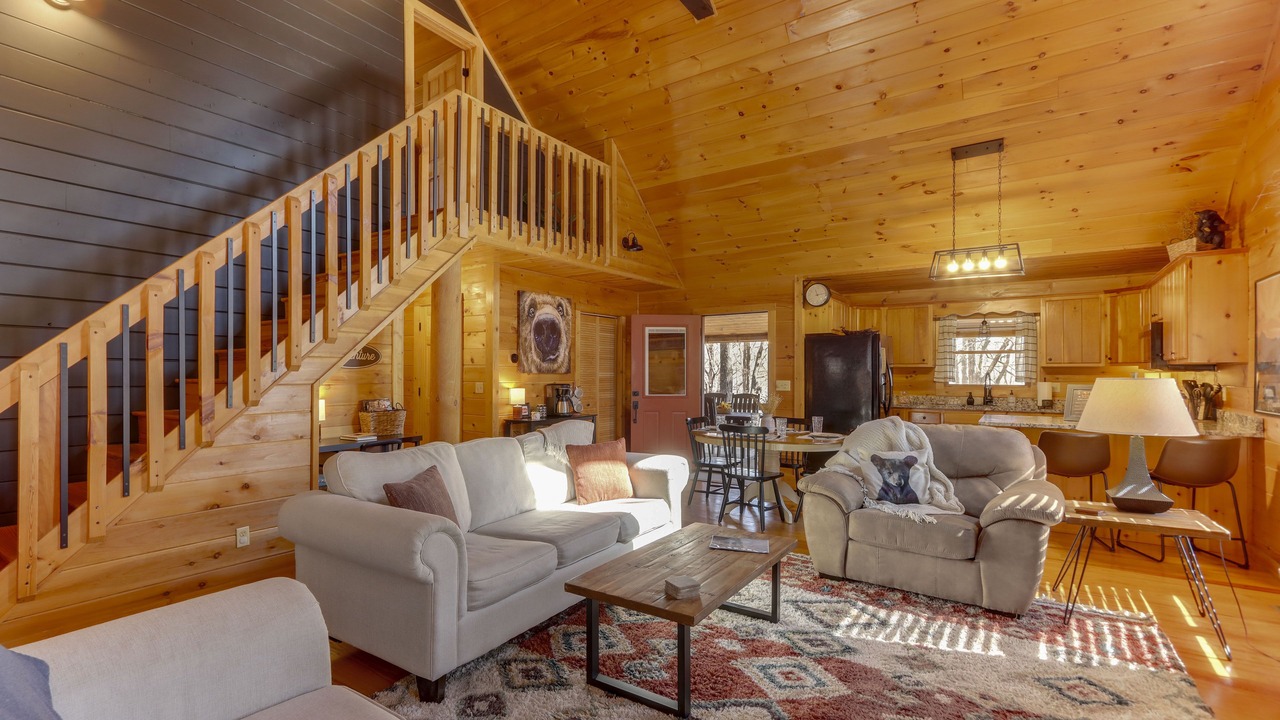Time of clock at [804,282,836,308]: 11:13
